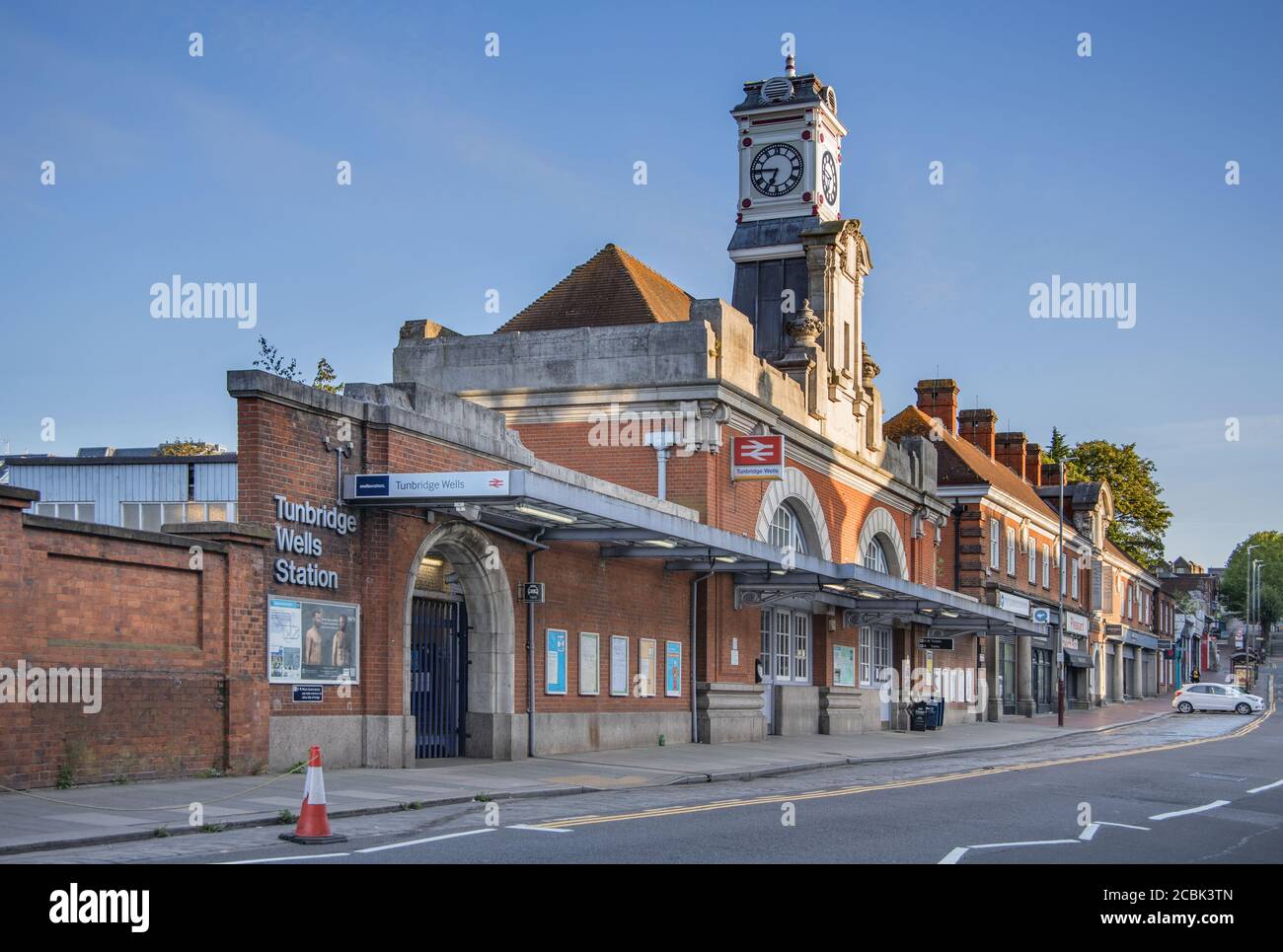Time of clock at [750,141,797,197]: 6:45
